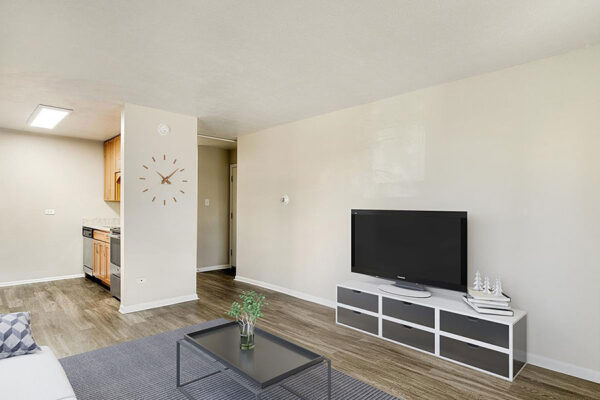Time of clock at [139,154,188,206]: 4:08
